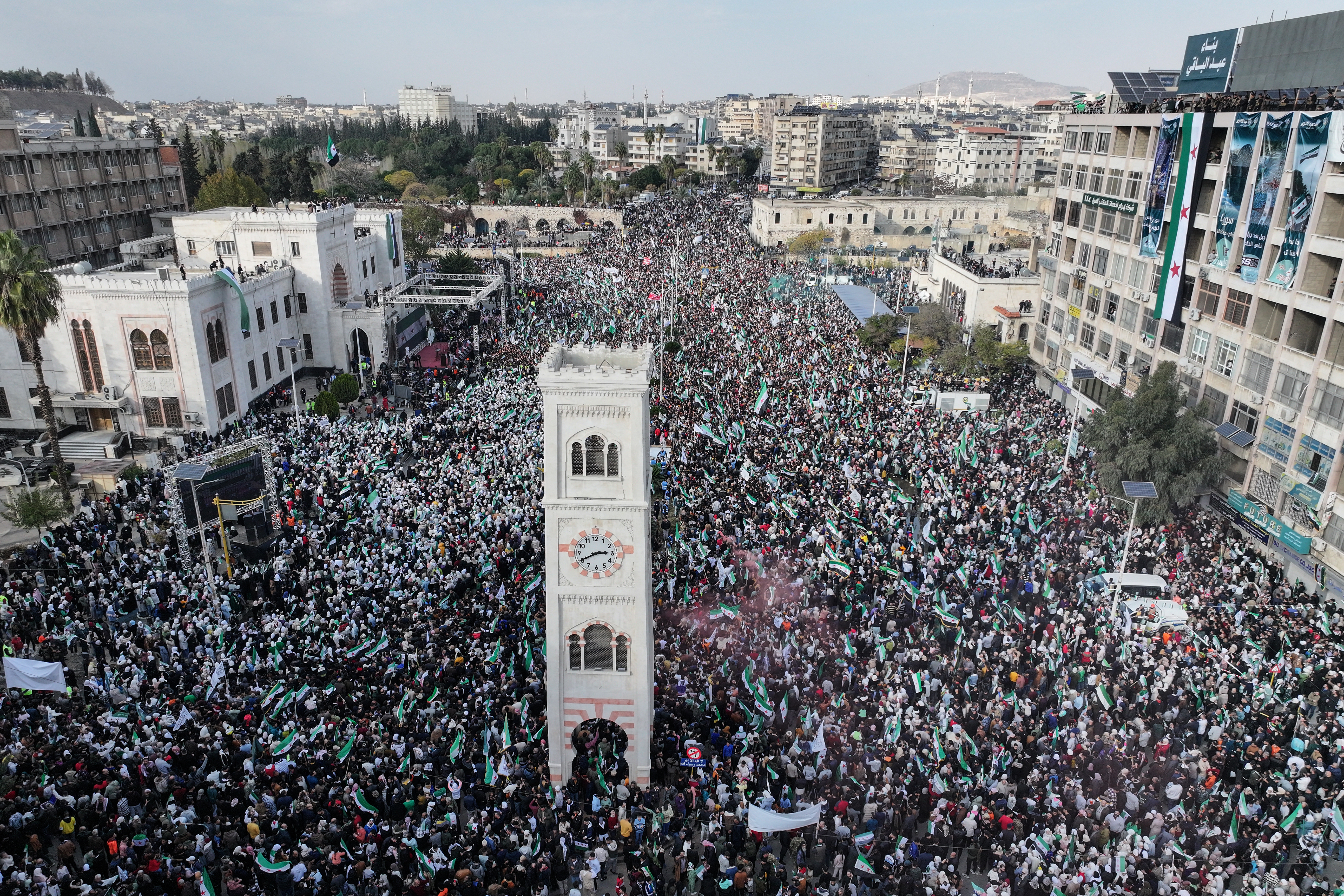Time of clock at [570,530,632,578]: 2:40
